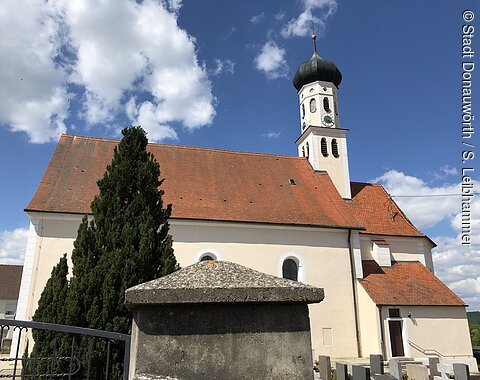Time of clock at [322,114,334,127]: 5:18
